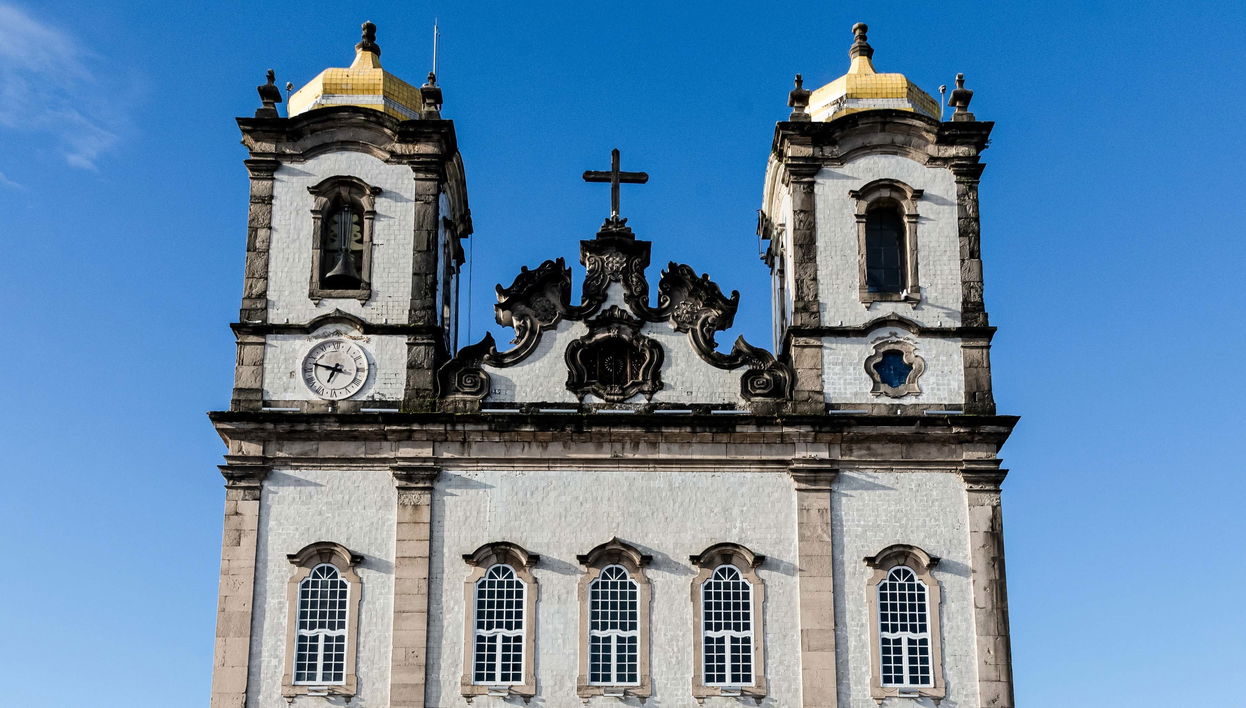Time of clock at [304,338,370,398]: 6:47
